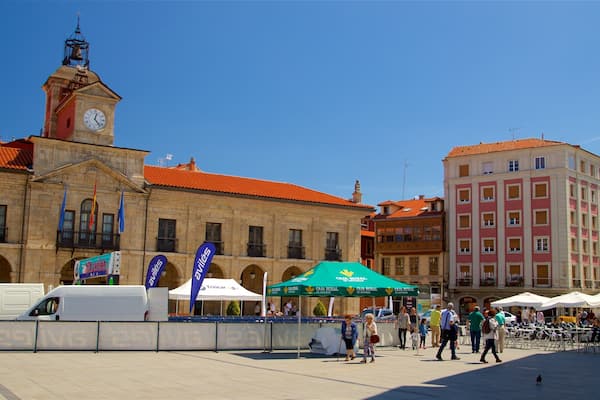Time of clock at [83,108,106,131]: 12:23
